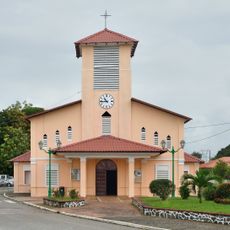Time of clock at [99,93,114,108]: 10:45
